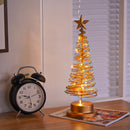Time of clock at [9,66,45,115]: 9:12
